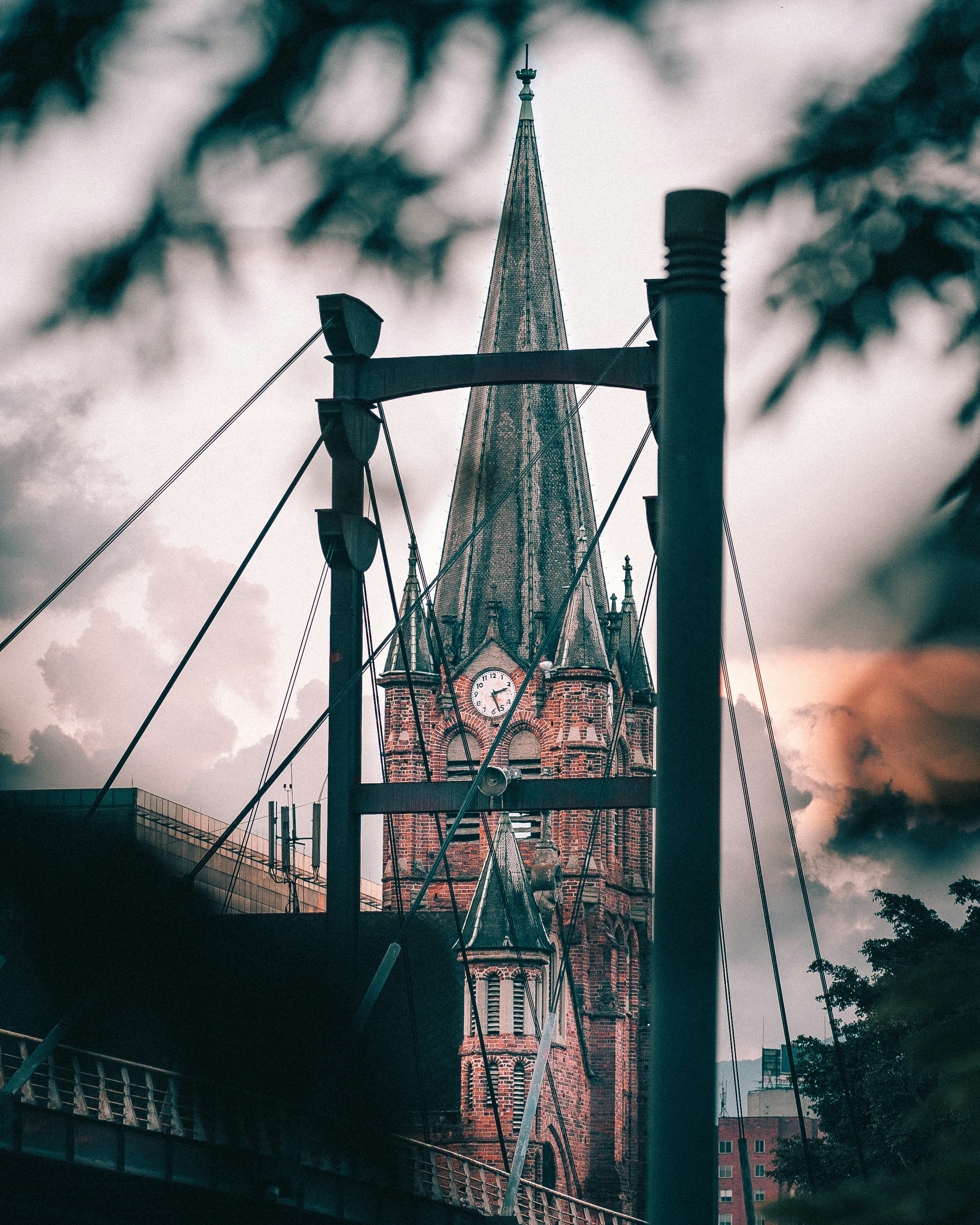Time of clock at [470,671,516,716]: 2:26
